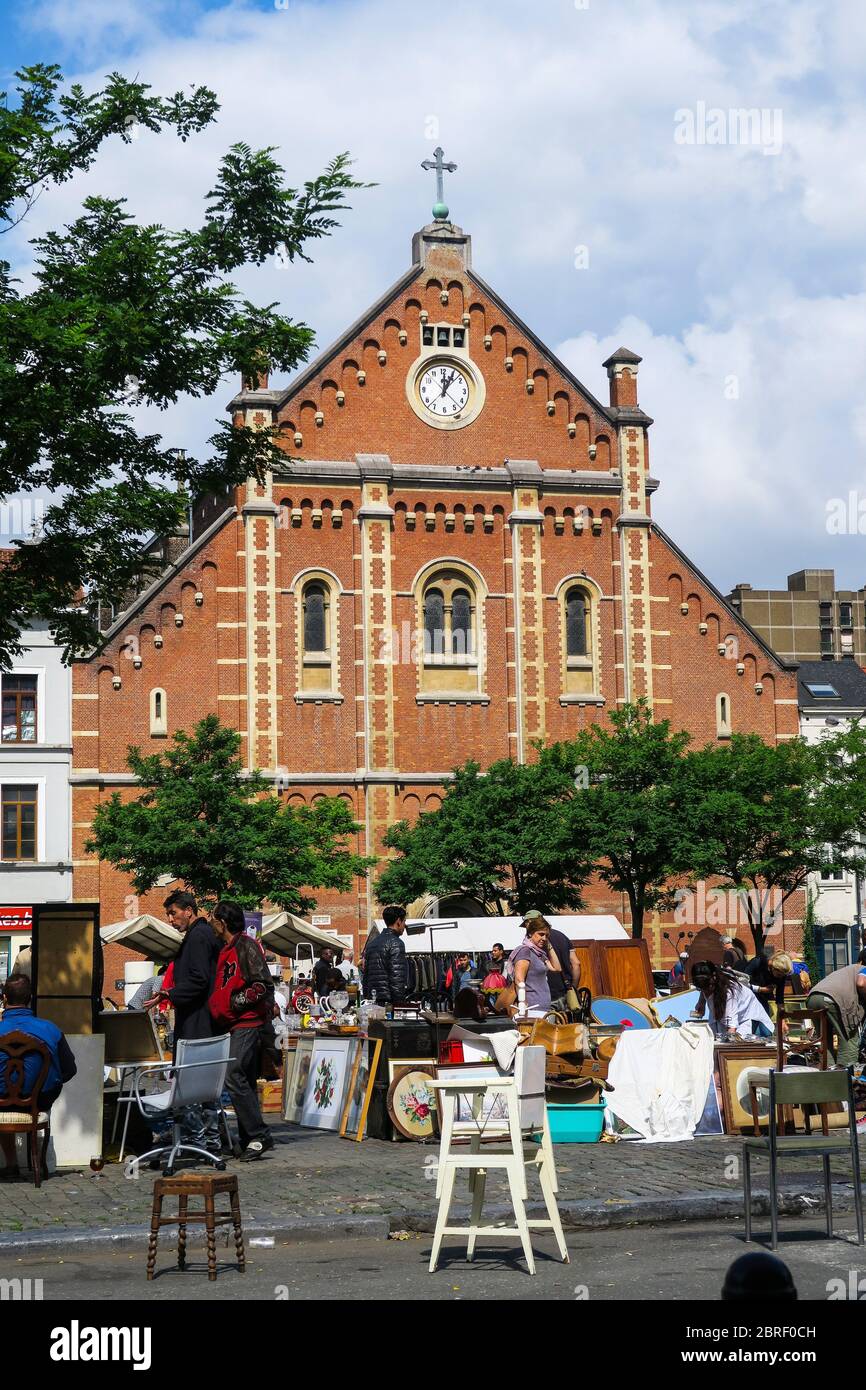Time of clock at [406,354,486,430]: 12:04
